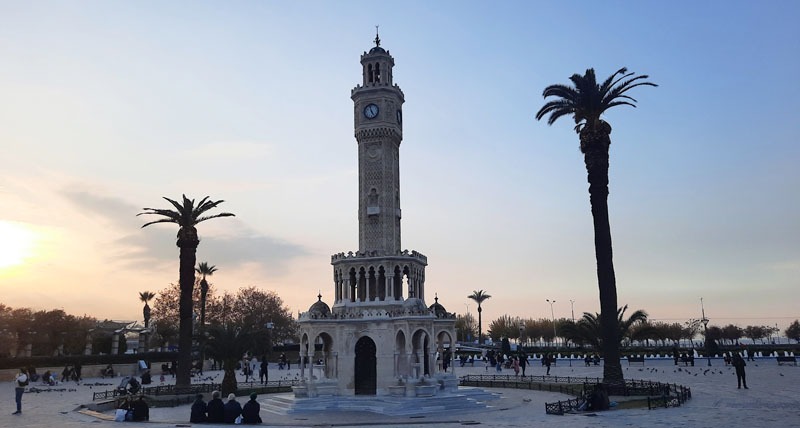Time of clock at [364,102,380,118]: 4:57
